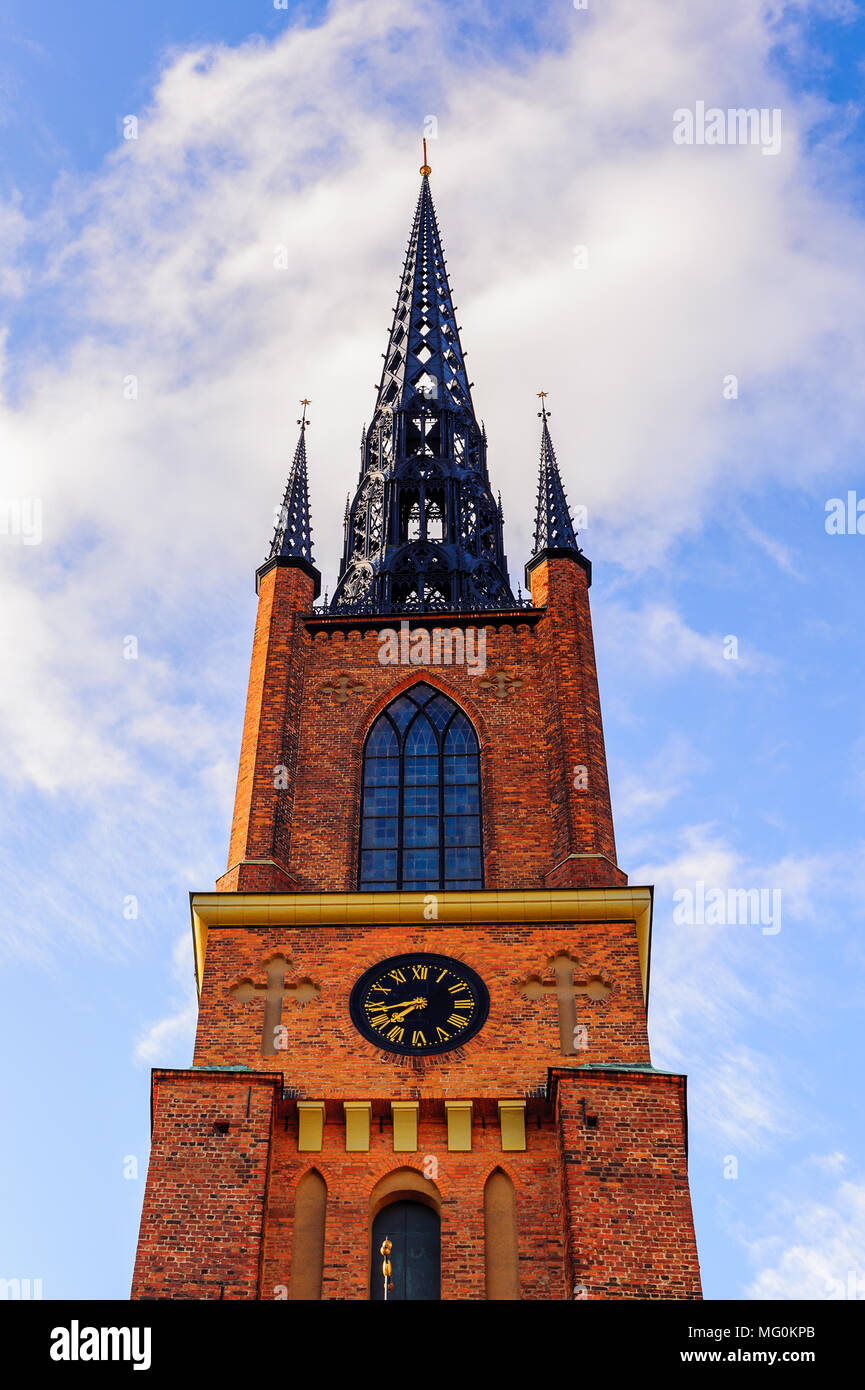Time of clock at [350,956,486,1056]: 7:42
